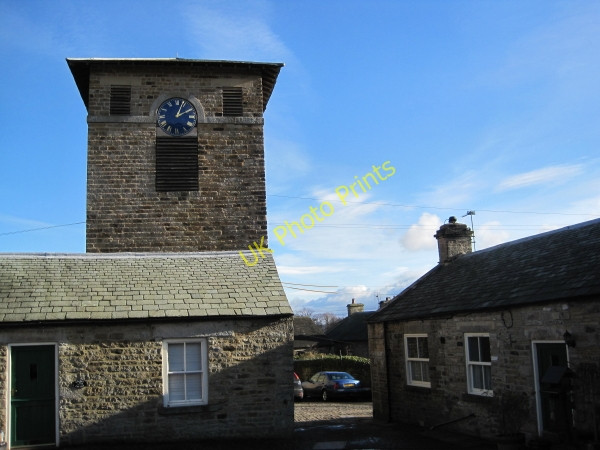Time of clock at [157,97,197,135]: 2:03
